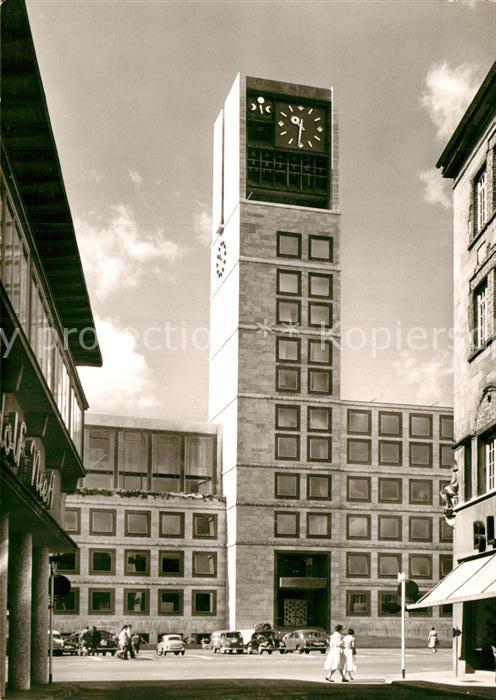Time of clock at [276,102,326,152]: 9:31
